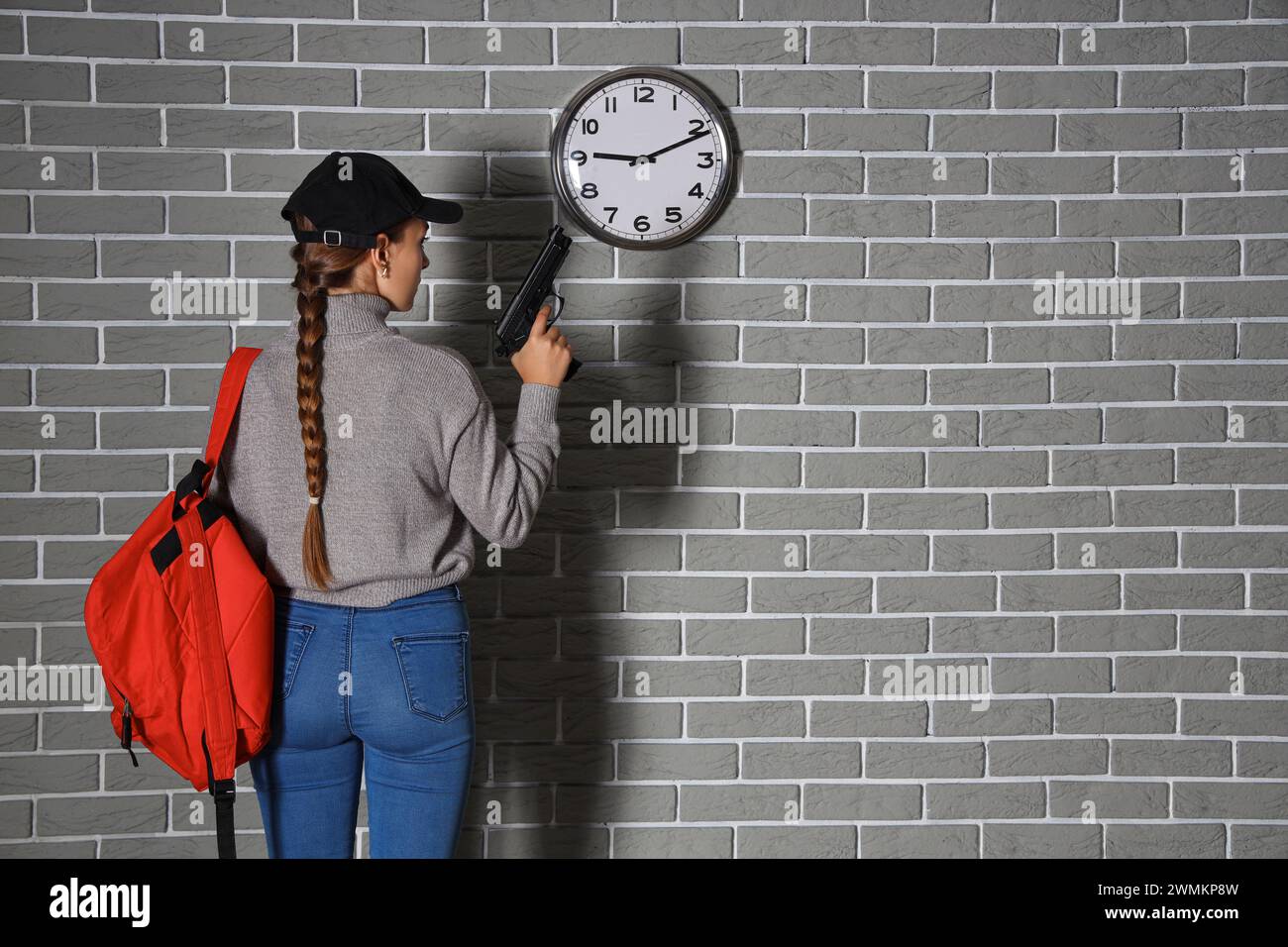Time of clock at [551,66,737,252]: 9:11
